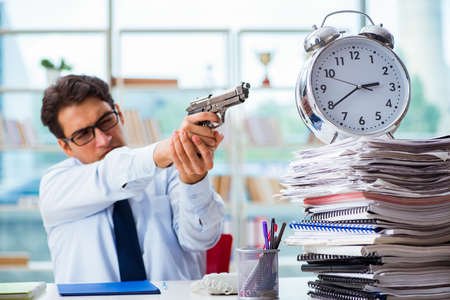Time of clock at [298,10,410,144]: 2:39
